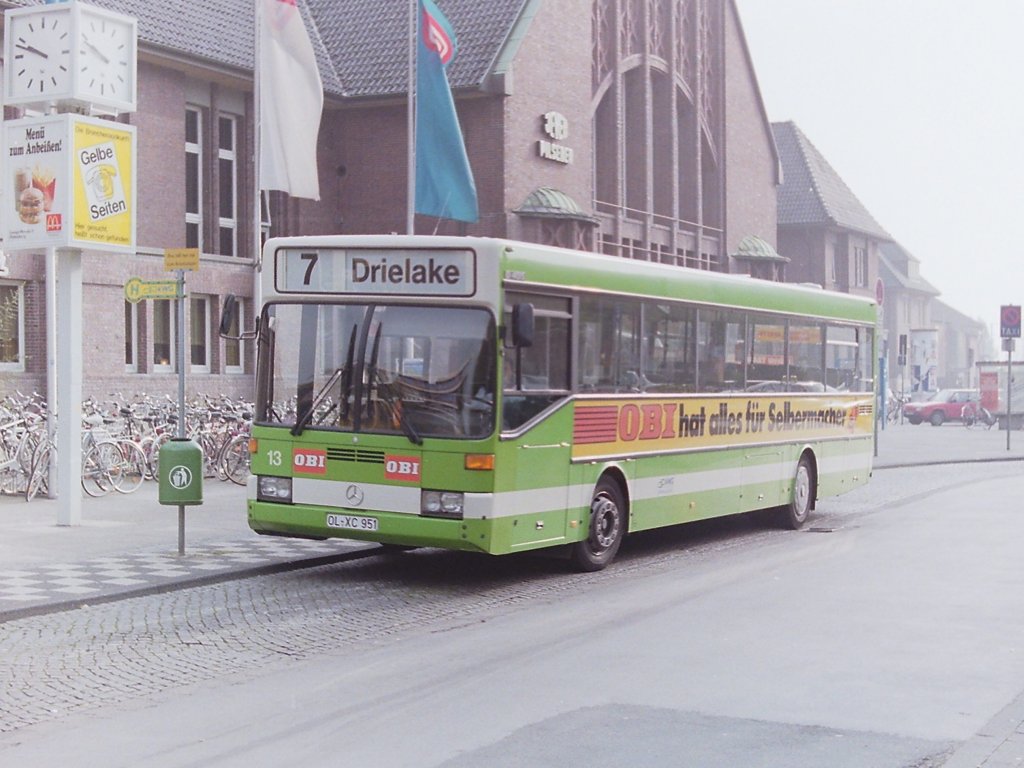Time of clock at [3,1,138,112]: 9:48
